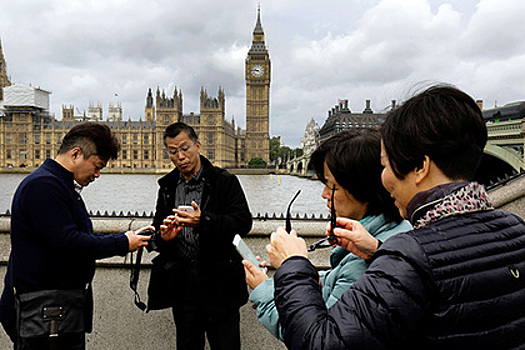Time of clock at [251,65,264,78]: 9:45
